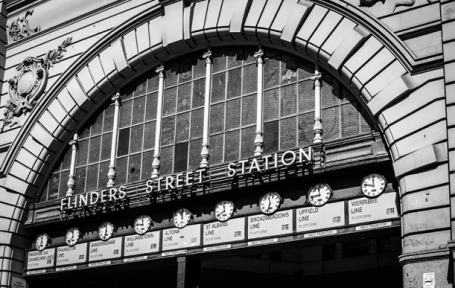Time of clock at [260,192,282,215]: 11:32
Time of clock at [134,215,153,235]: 11:46
